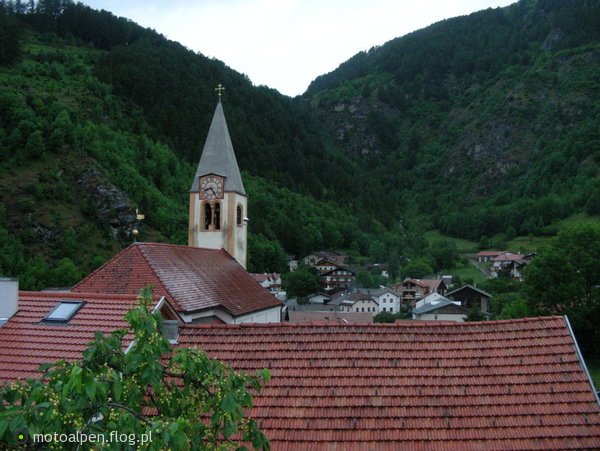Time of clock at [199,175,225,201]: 8:24
